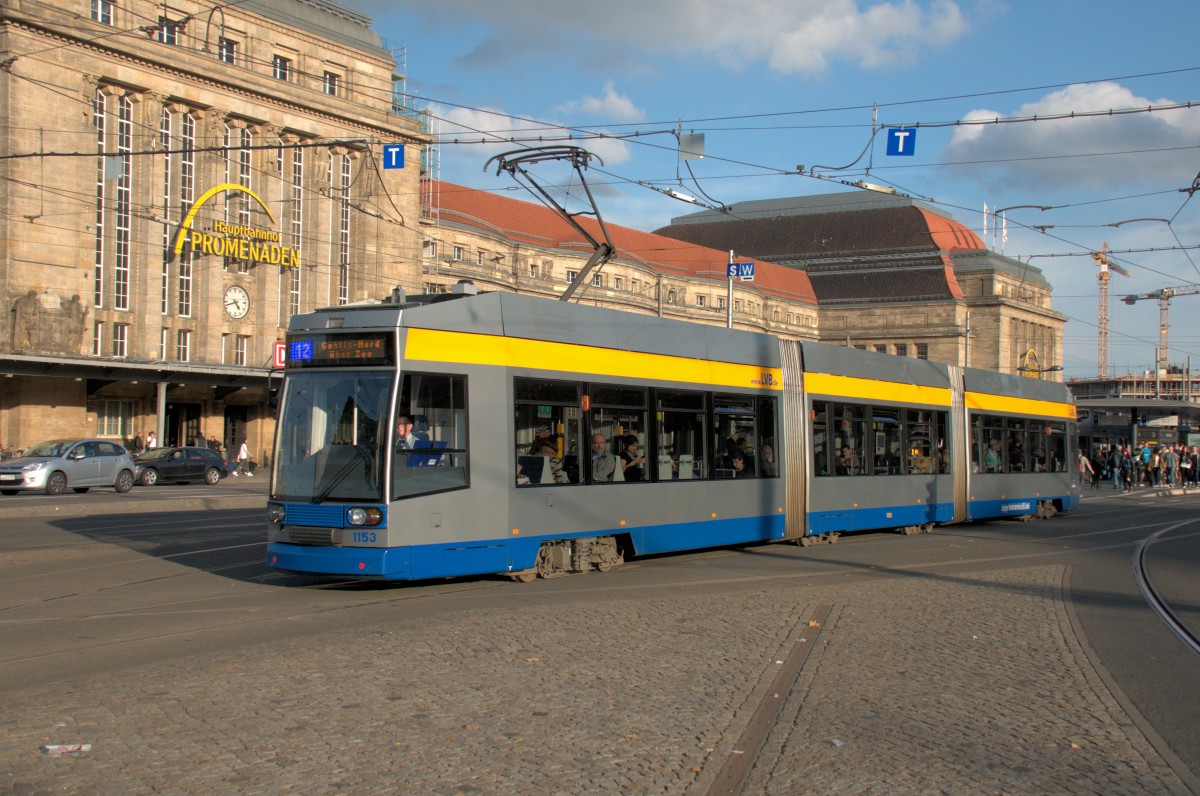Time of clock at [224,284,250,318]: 4:42
